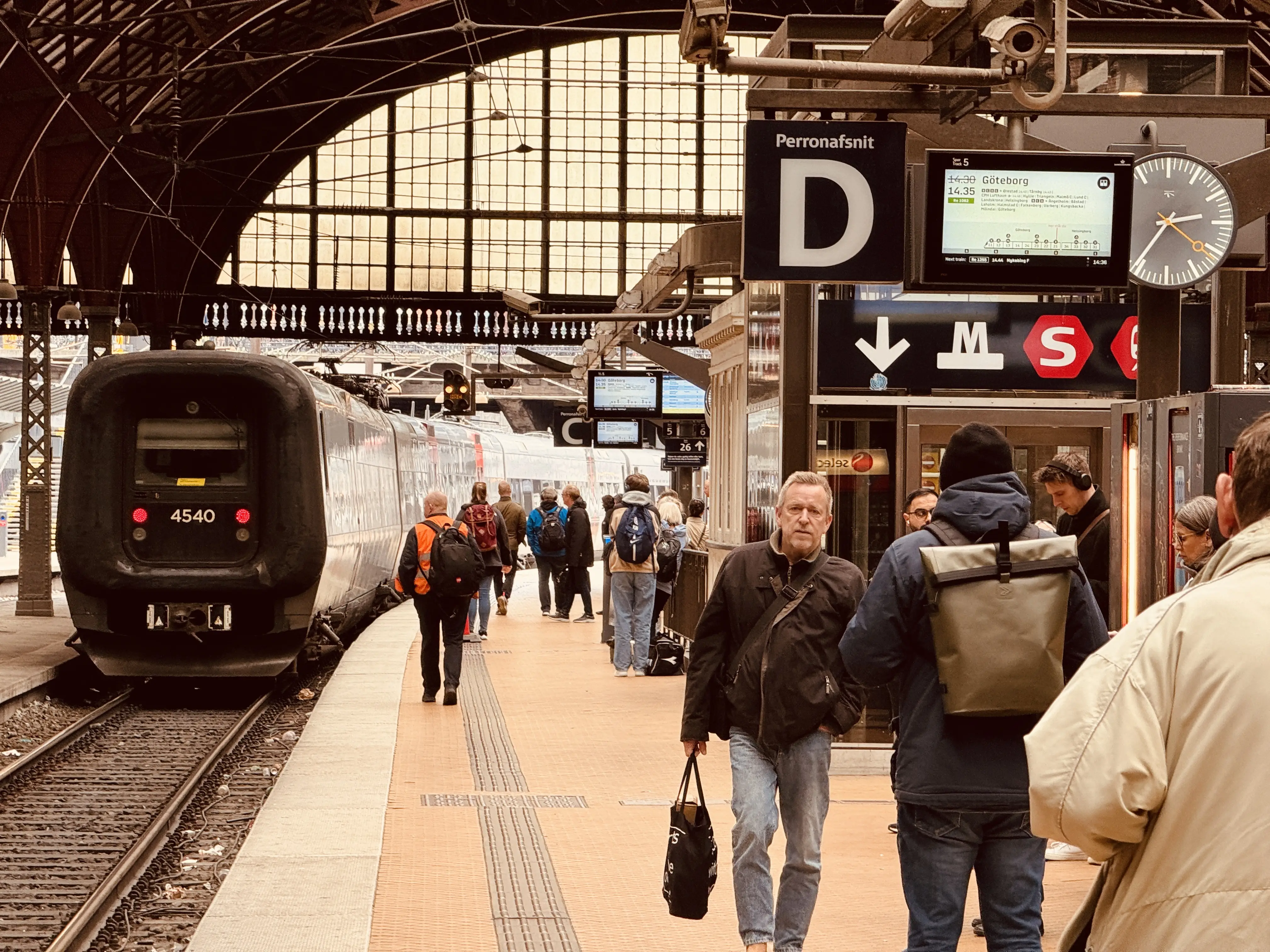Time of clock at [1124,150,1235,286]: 2:36
